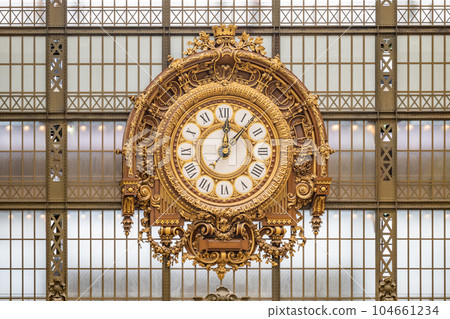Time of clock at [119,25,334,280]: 12:07
